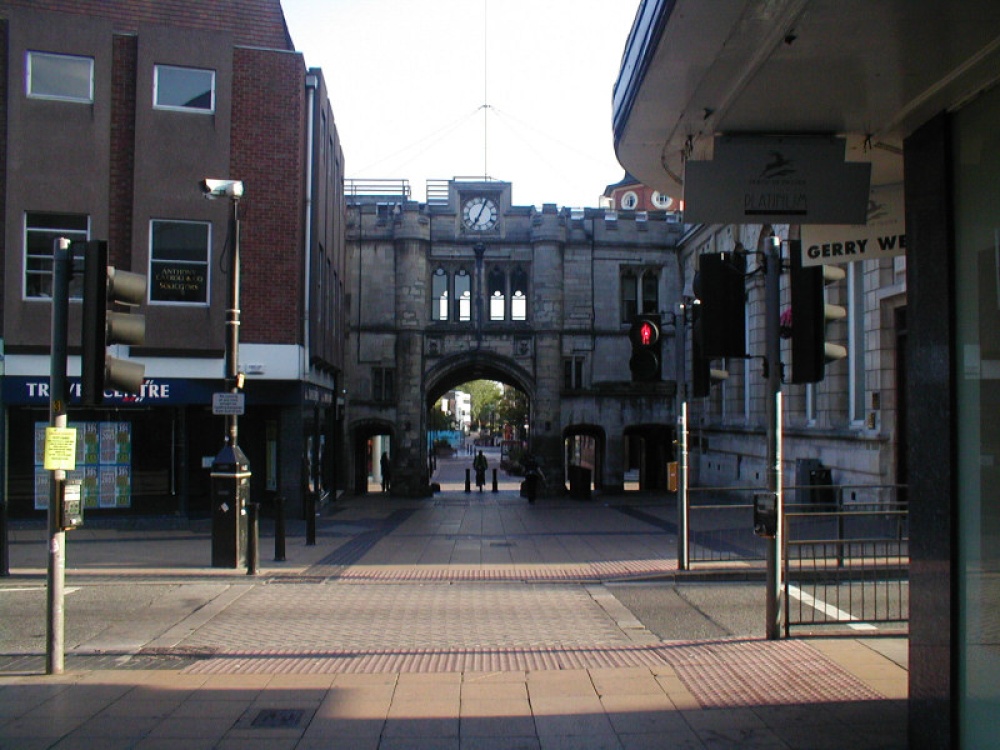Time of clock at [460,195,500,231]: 7:04
